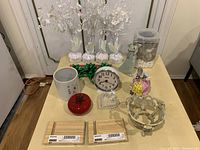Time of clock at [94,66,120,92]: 8:19
